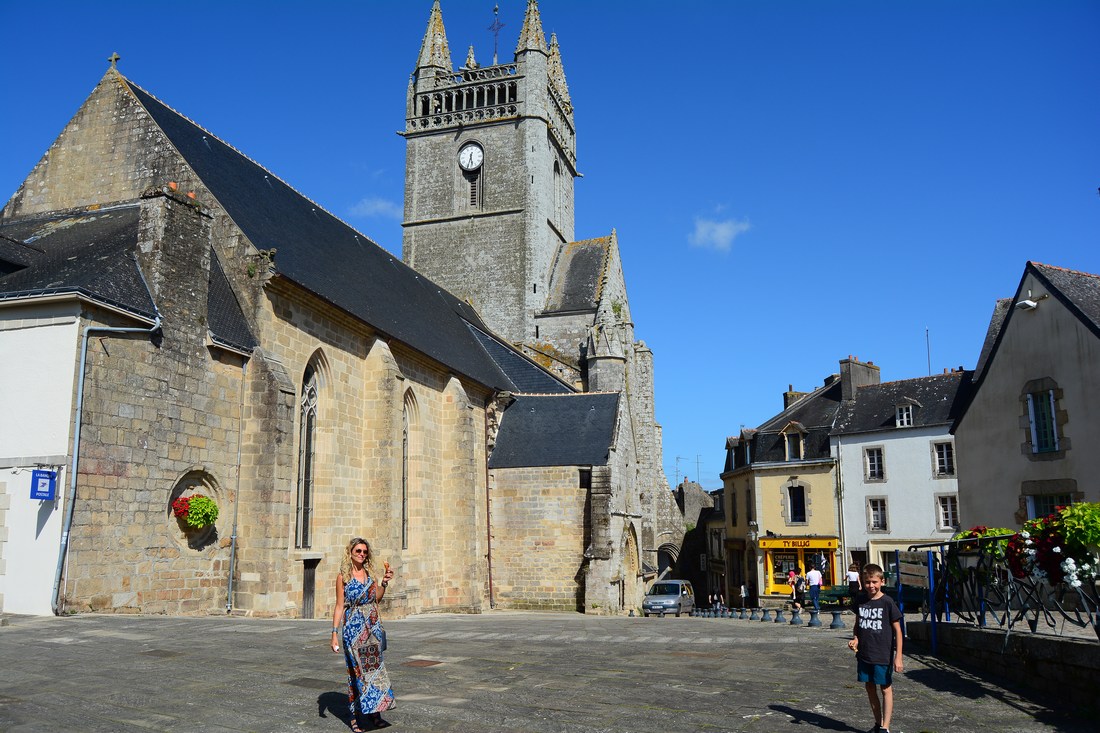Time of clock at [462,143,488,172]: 5:32
